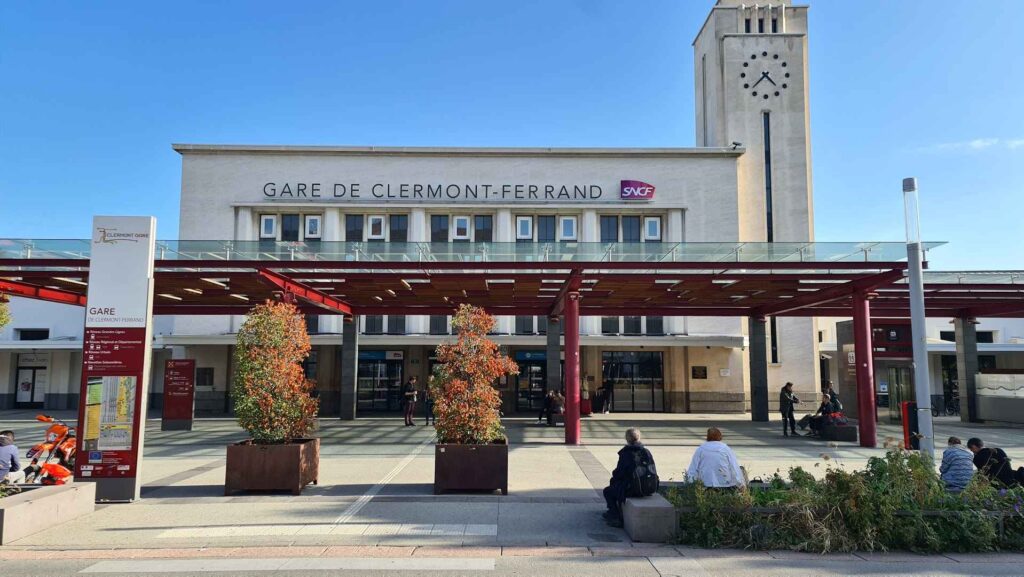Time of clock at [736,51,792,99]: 4:37
